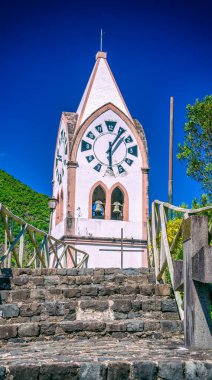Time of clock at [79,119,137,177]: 6:06
